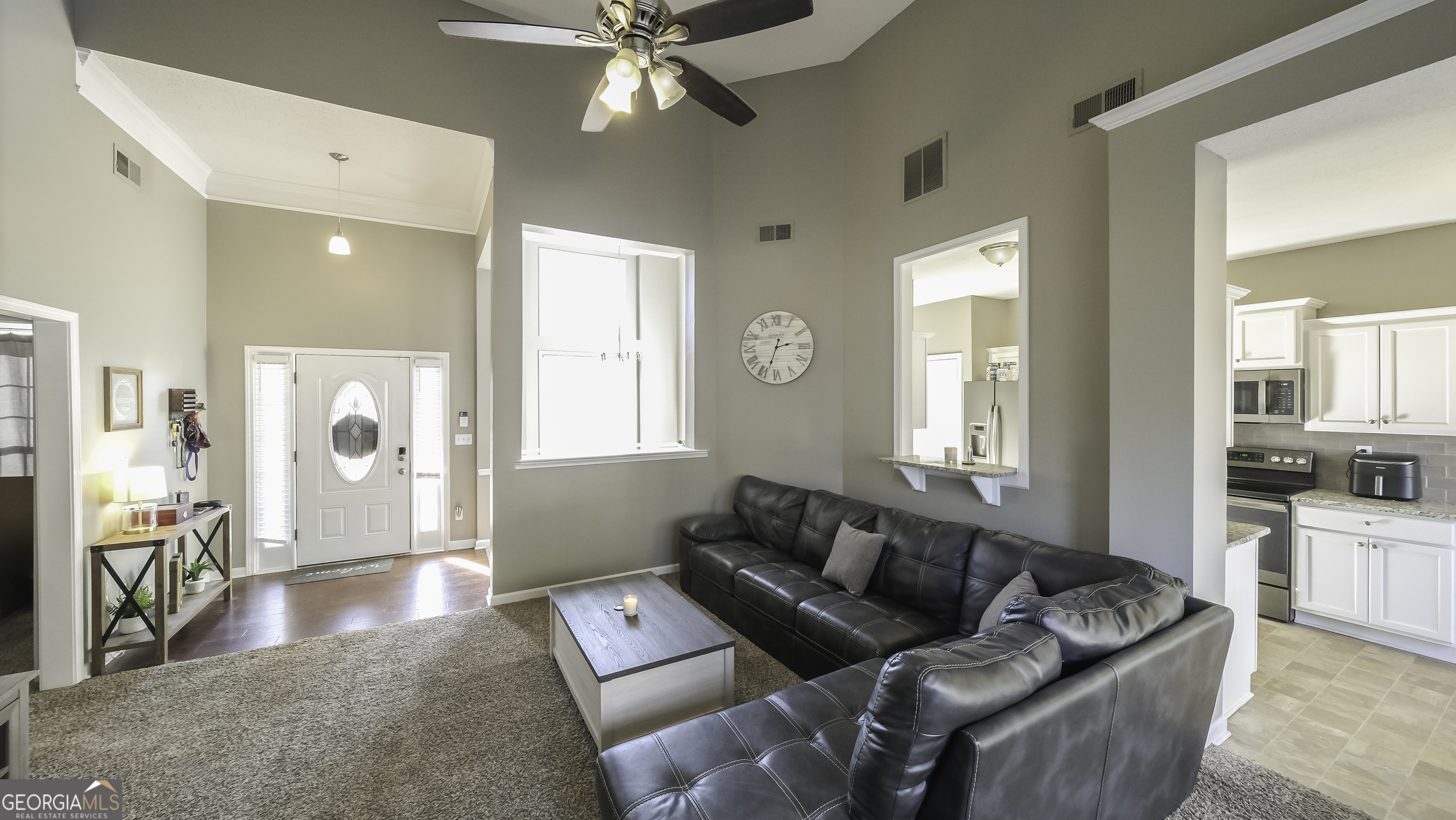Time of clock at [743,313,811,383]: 2:33
